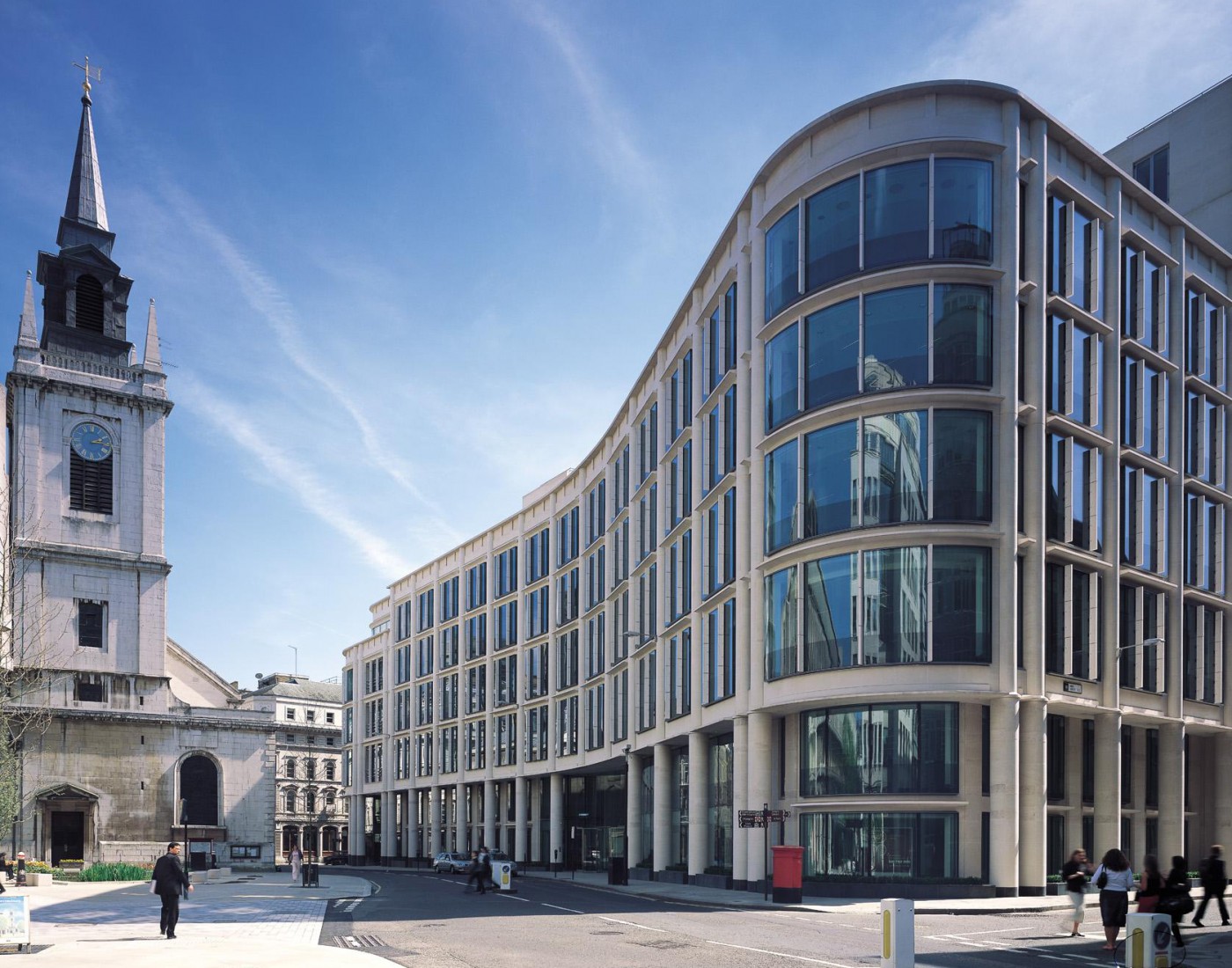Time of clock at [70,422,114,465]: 2:14
